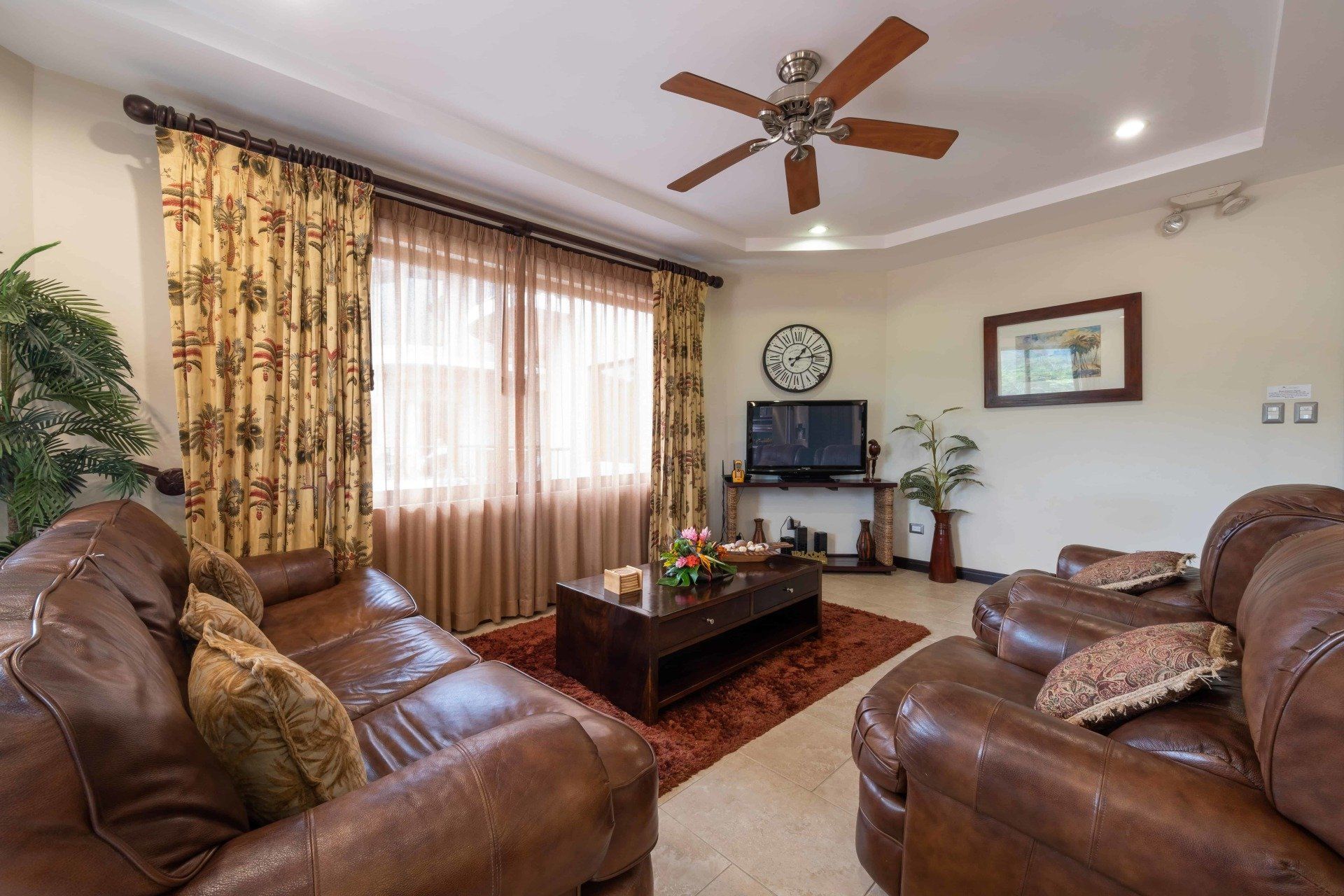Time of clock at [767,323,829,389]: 1:13
